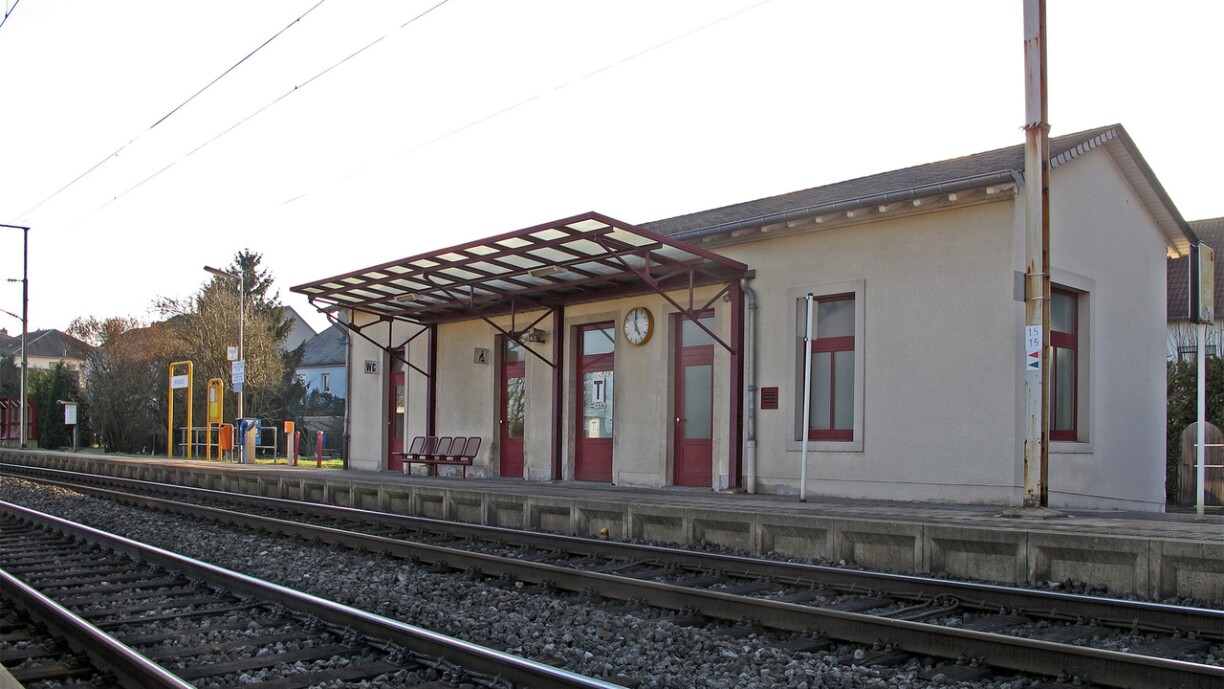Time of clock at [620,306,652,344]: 4:59
